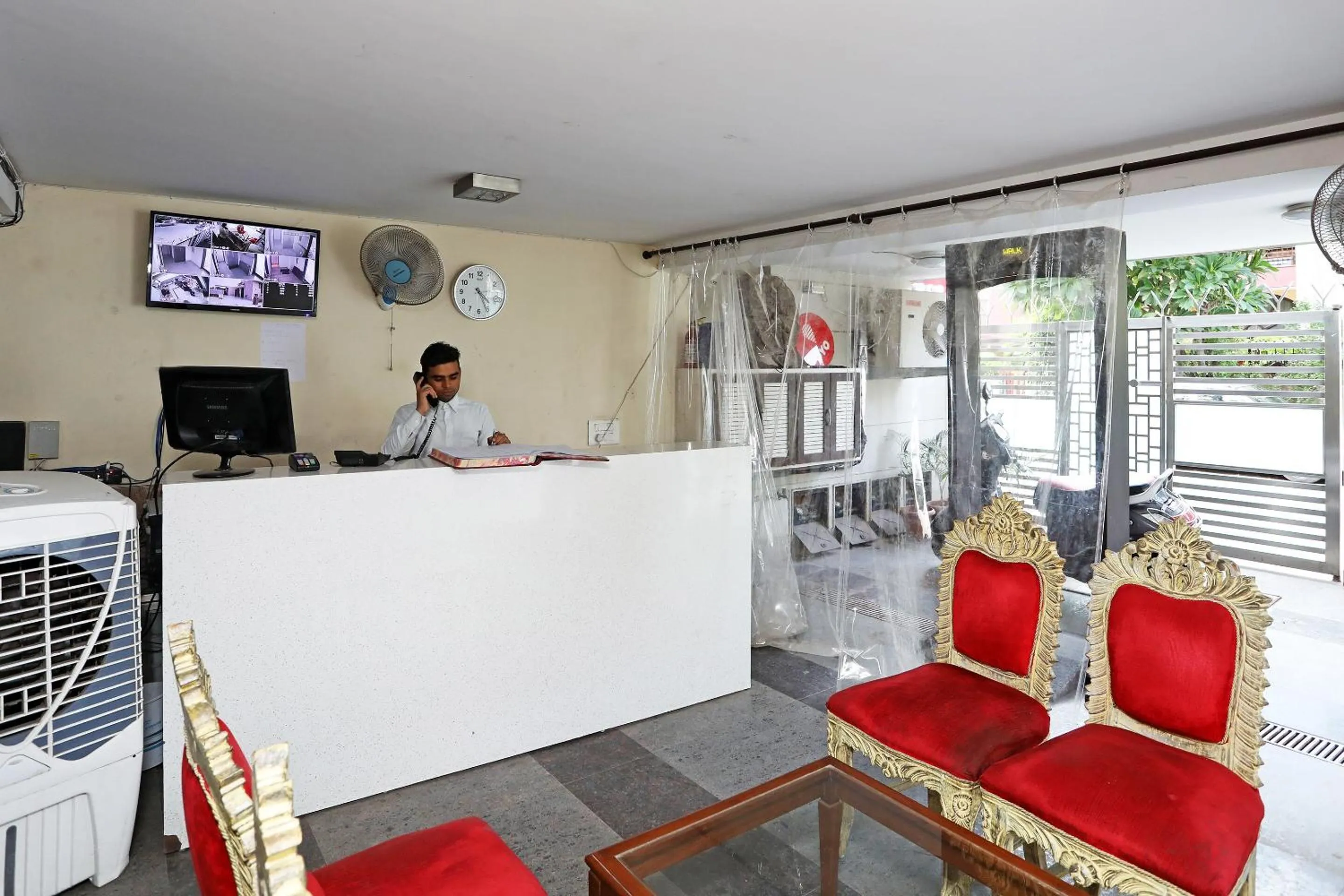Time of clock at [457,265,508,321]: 4:25
